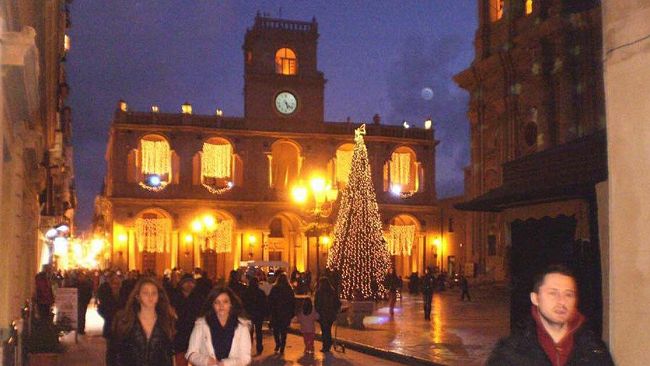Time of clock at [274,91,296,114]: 5:21
